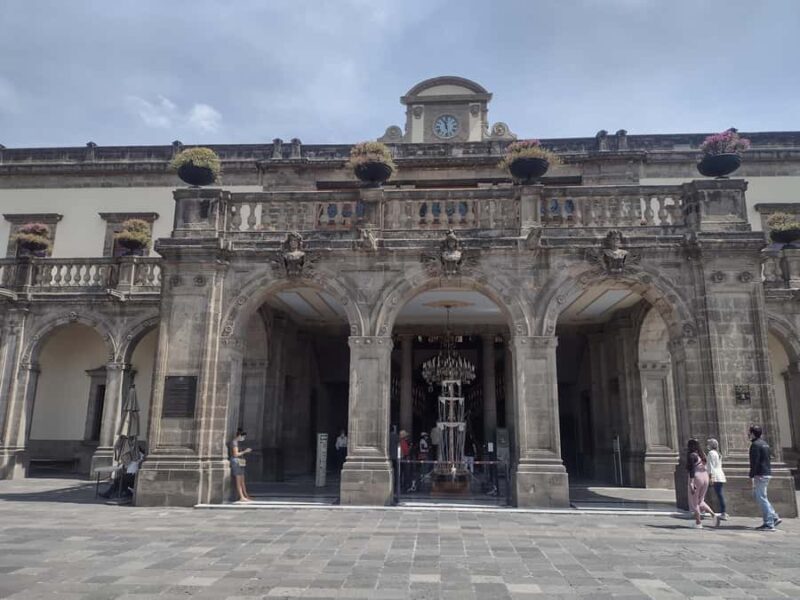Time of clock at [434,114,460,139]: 11:28
